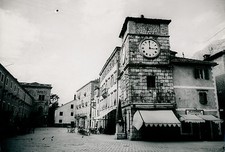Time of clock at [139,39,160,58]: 3:00
